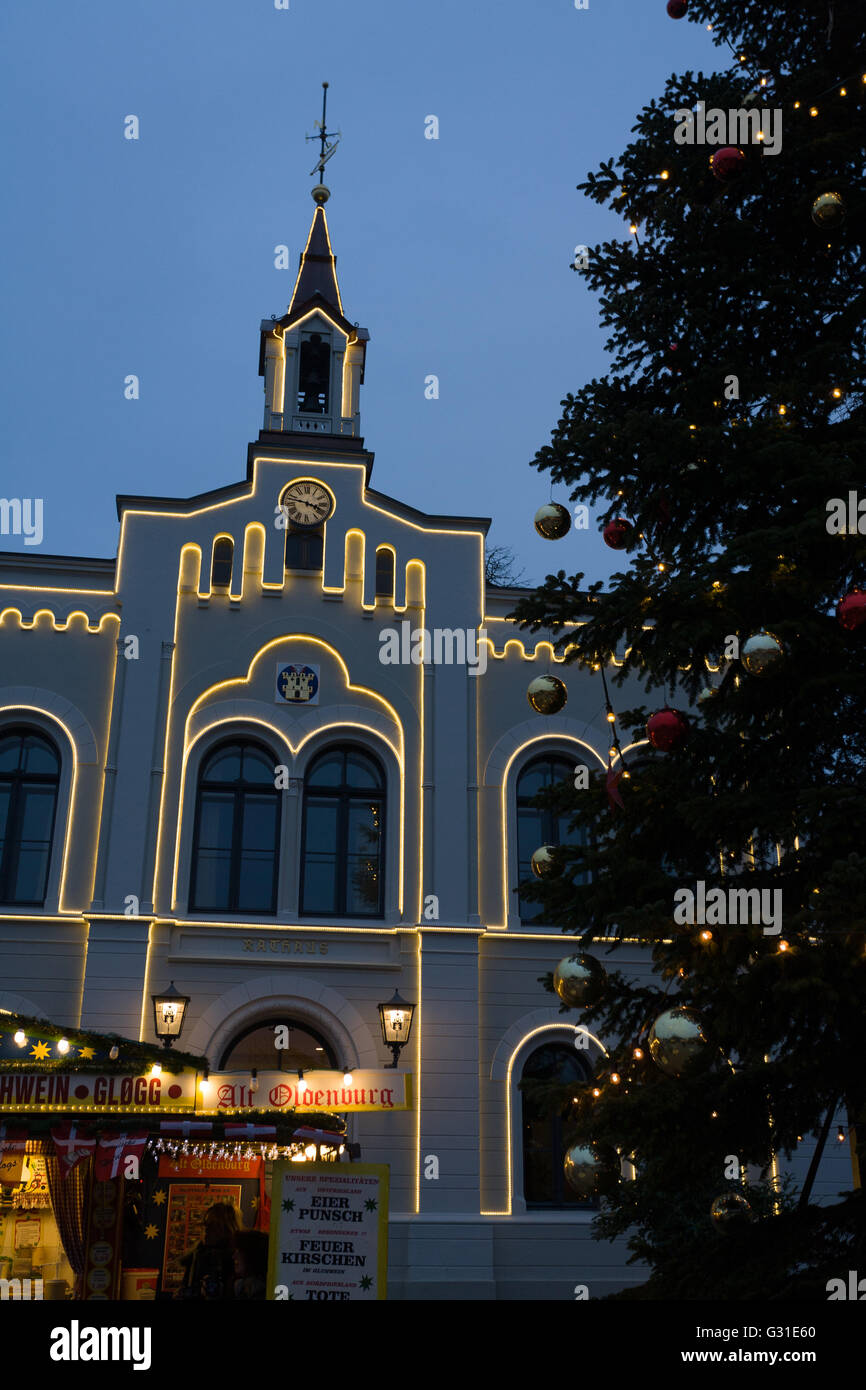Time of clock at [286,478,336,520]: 3:47
